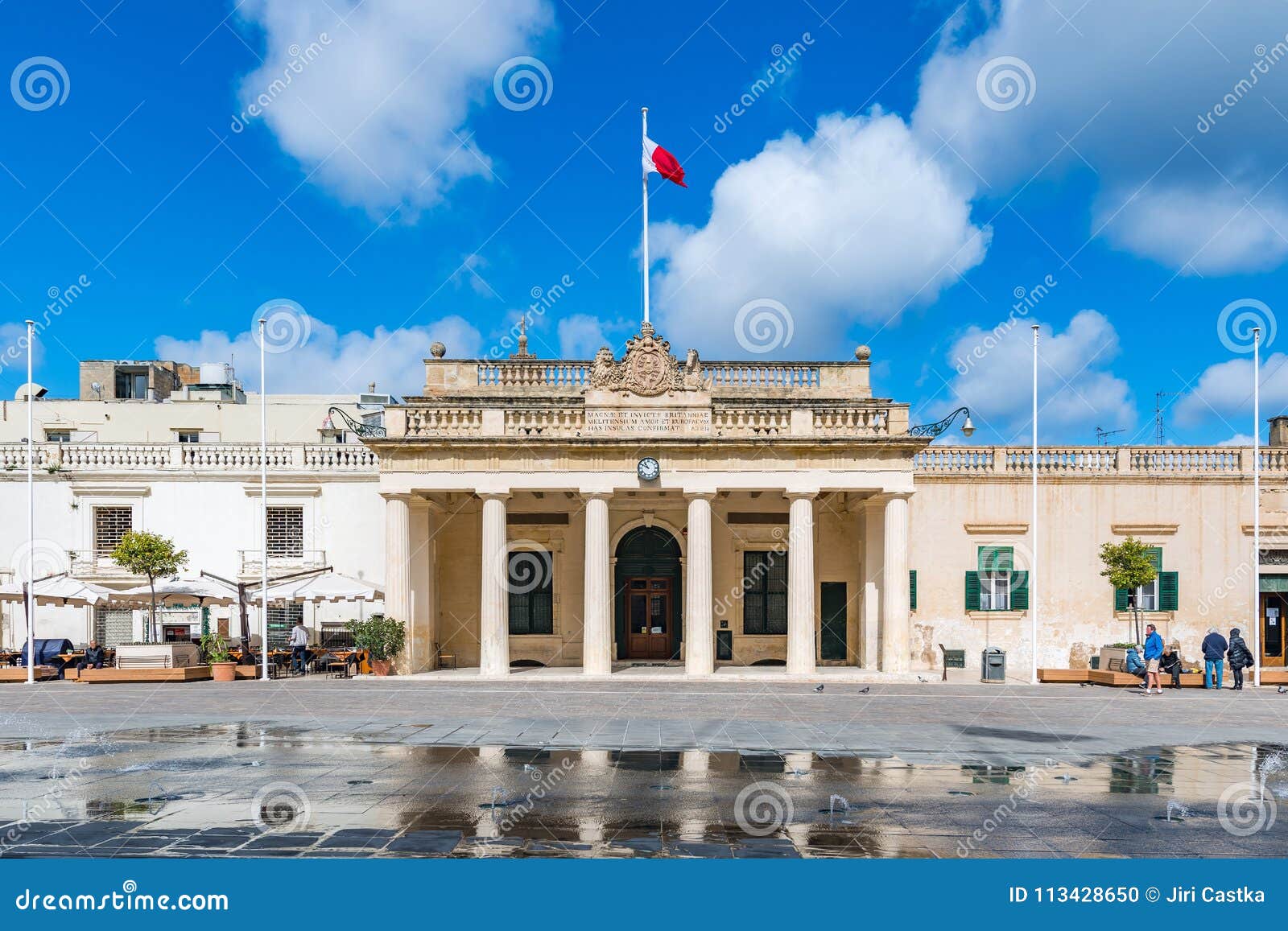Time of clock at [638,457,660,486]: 10:50
